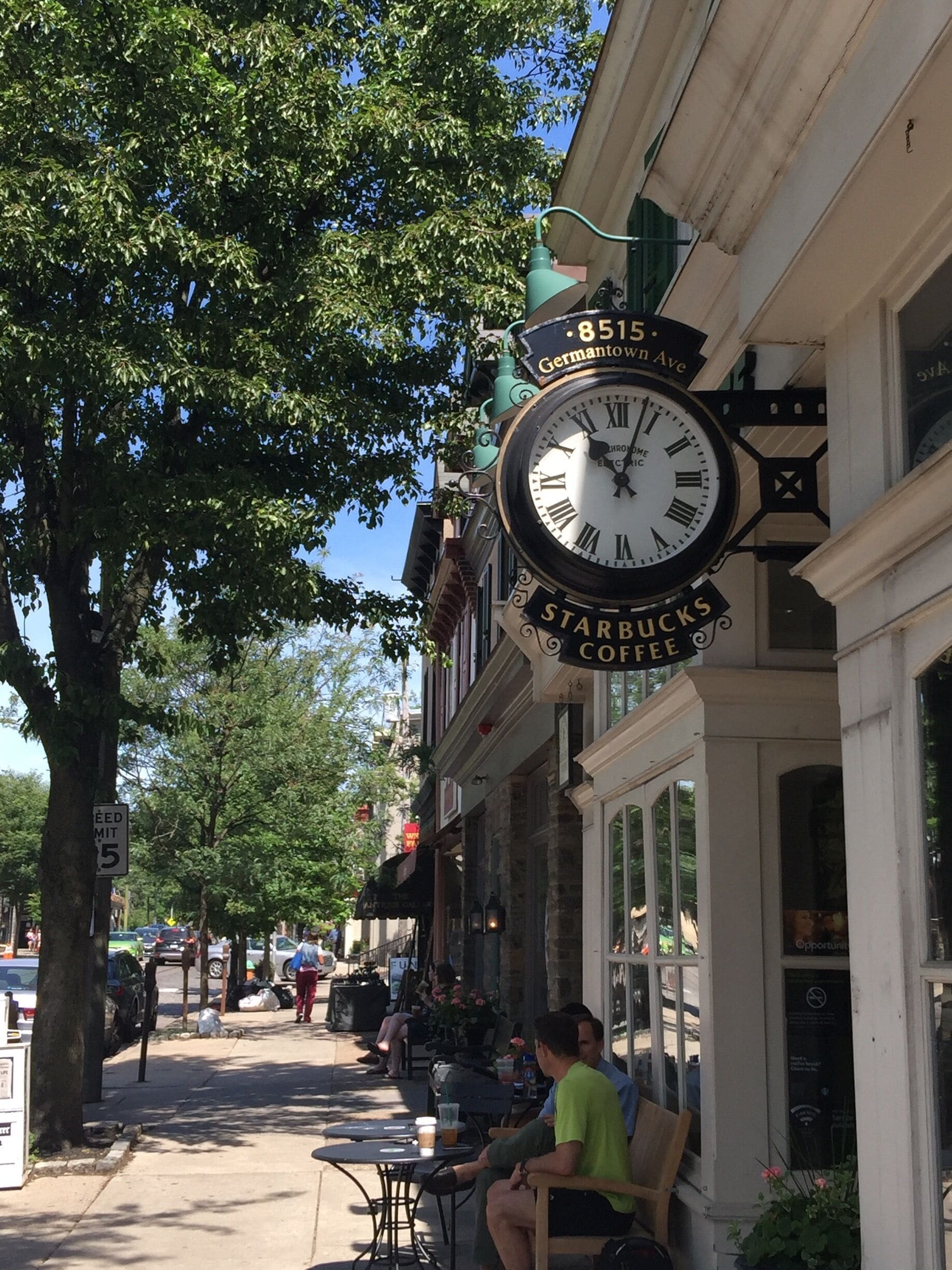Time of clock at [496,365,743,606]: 11:03
